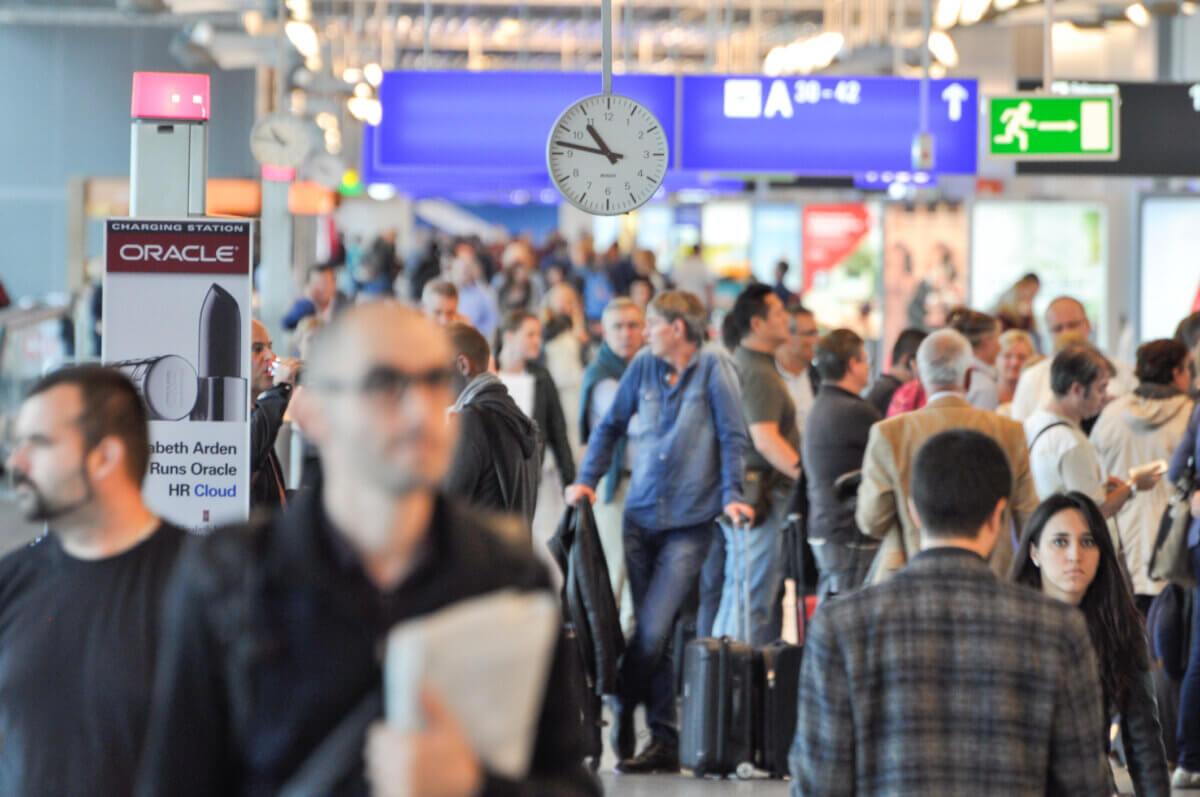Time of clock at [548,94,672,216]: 10:46
